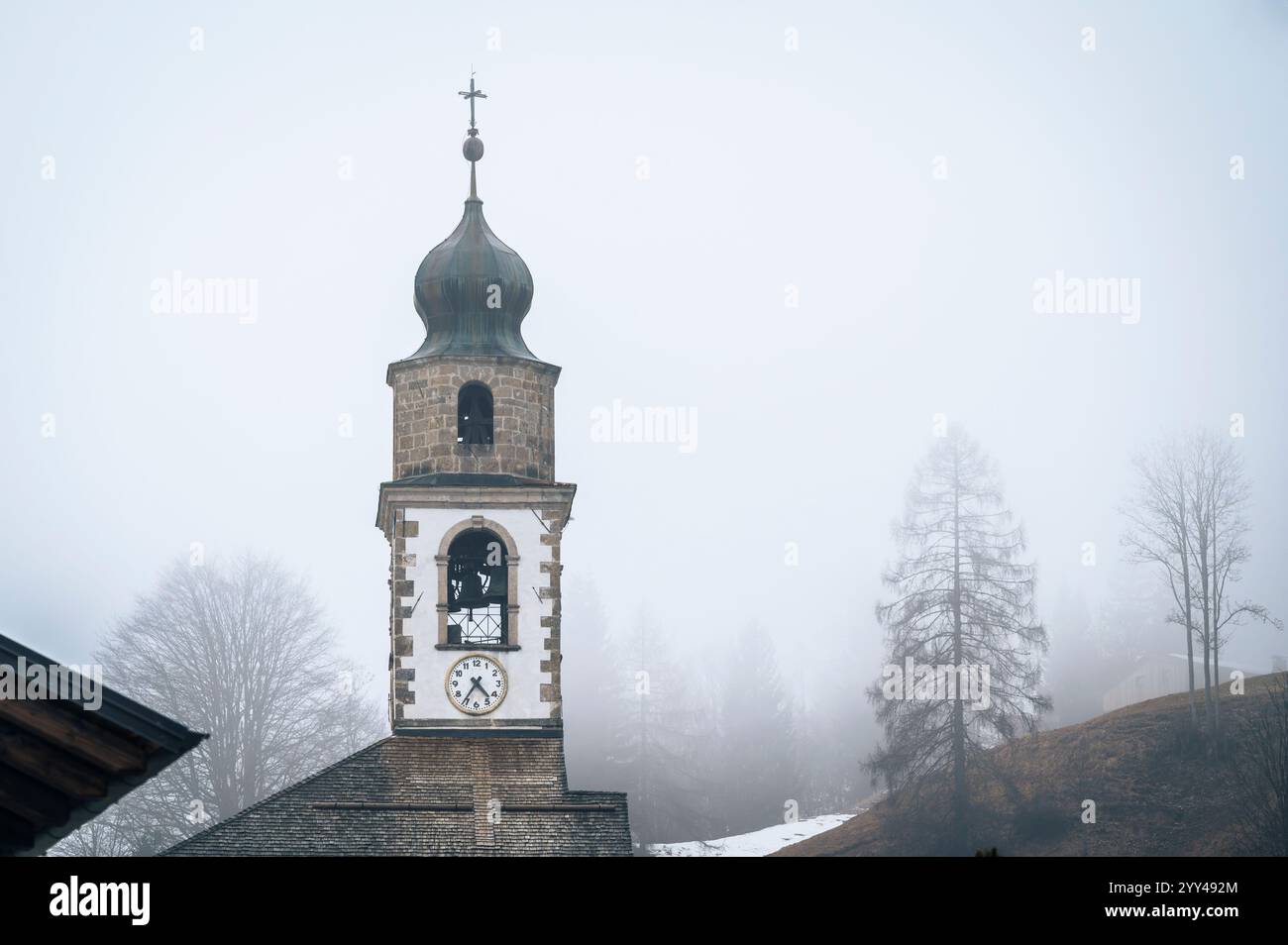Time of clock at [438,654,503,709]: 4:35
